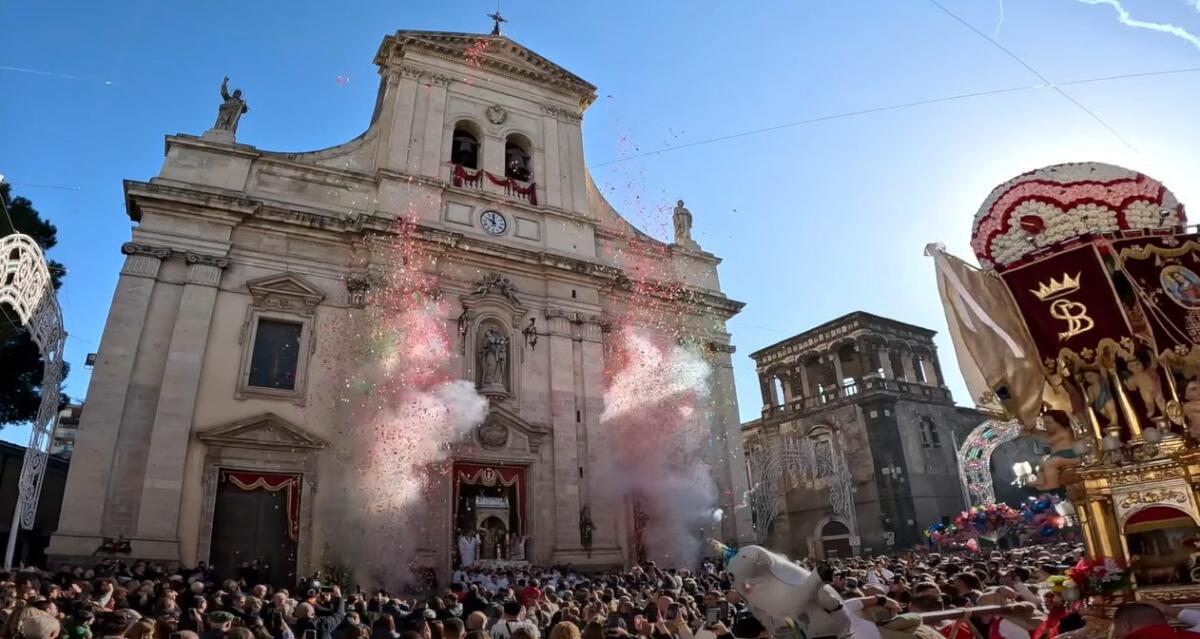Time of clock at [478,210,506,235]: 10:00
